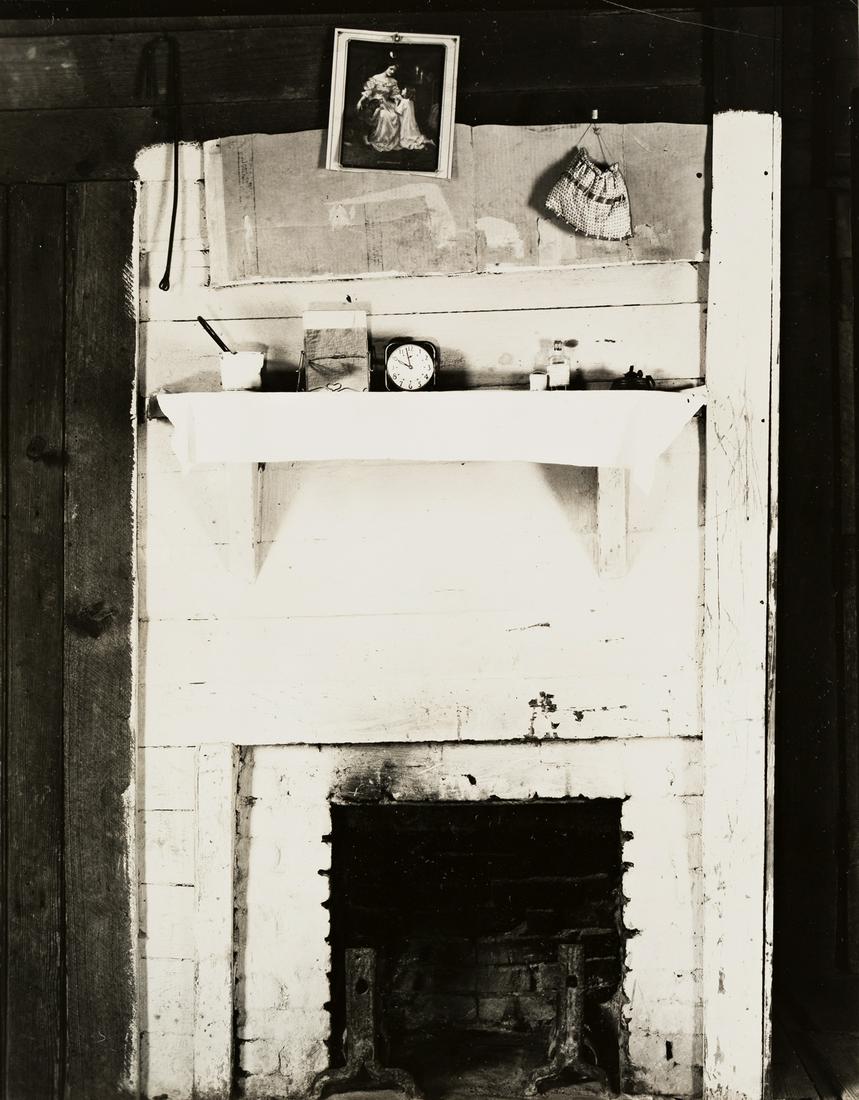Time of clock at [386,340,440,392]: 9:57
